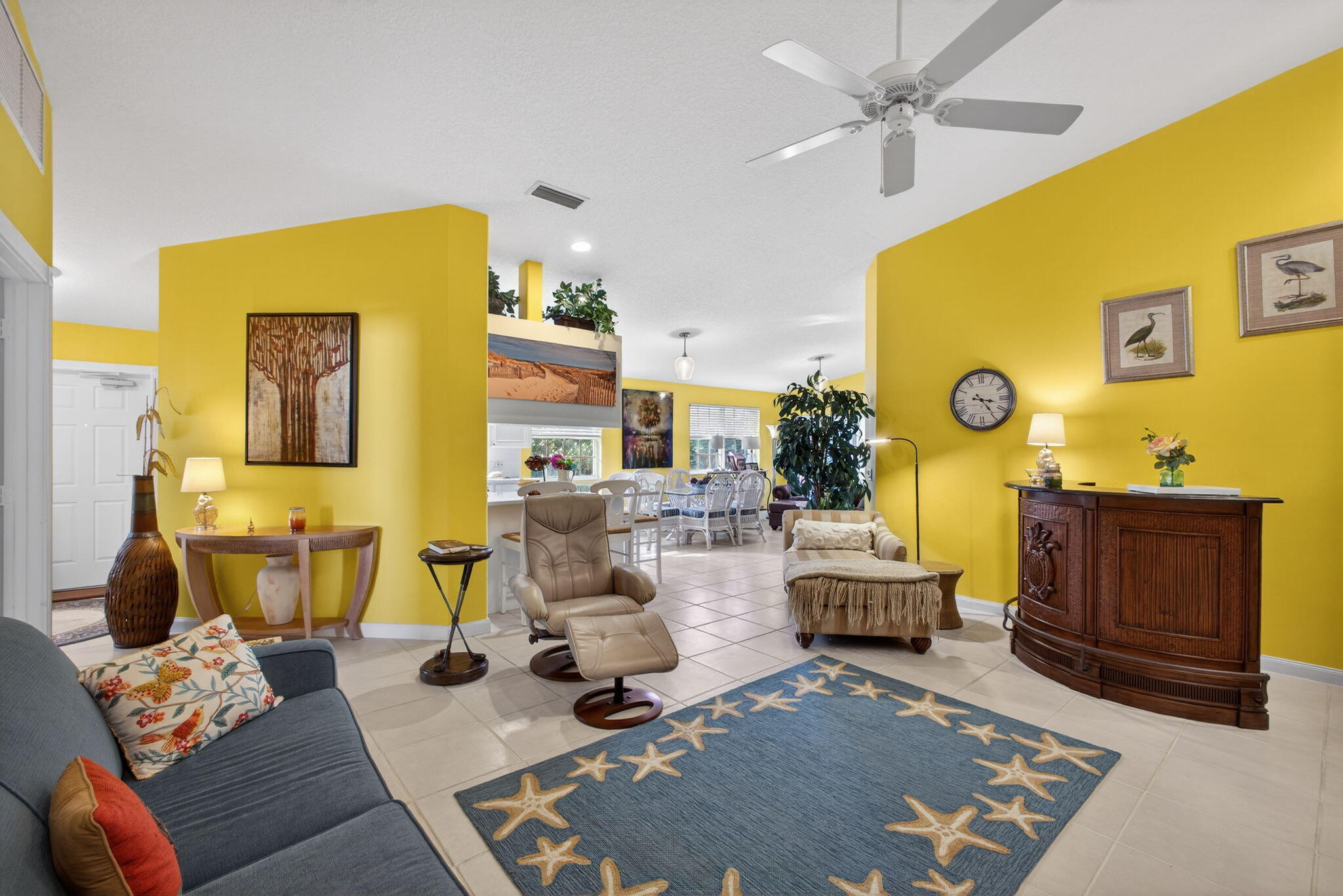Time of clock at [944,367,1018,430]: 3:23
